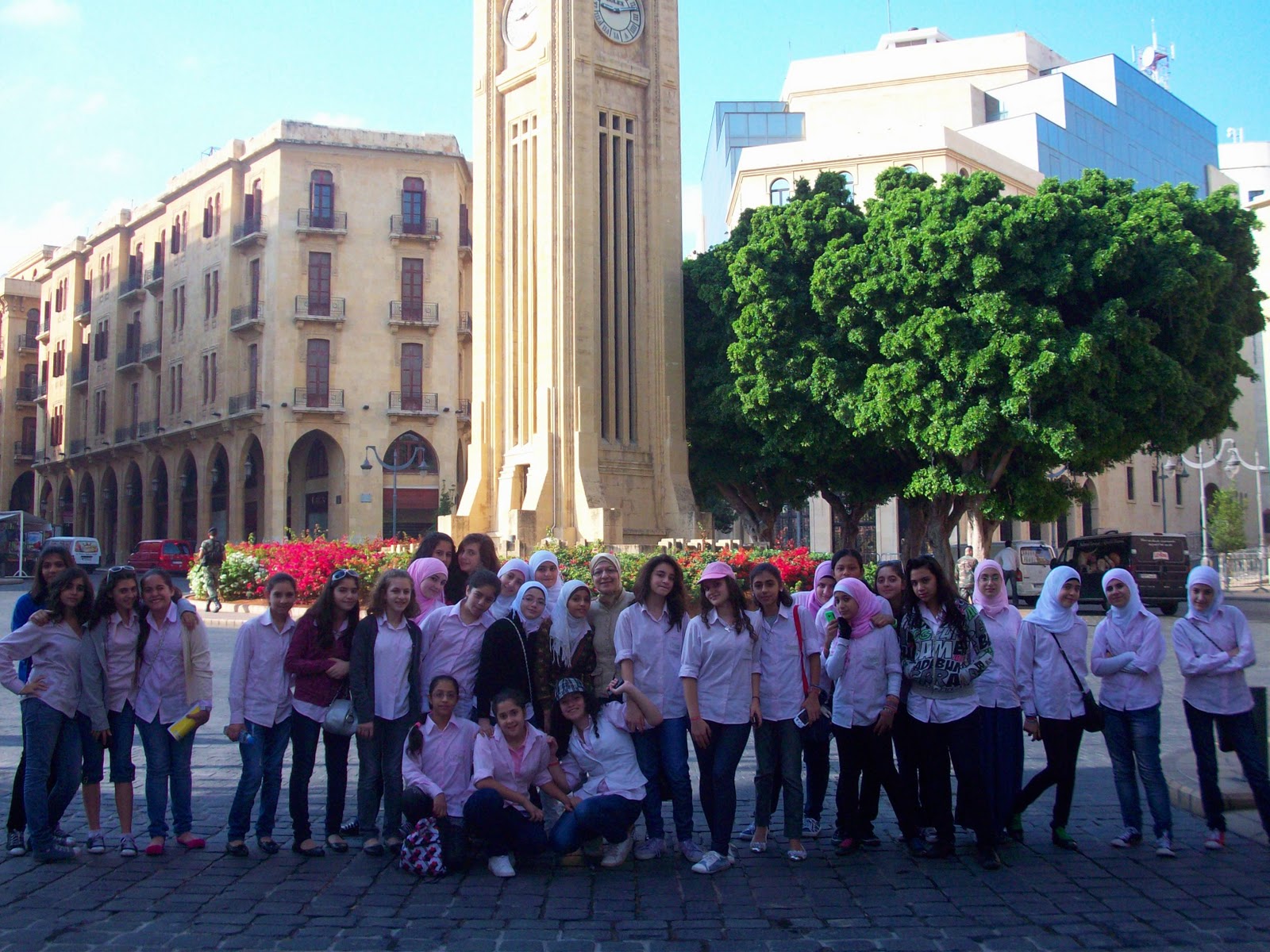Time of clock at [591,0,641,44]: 9:12
